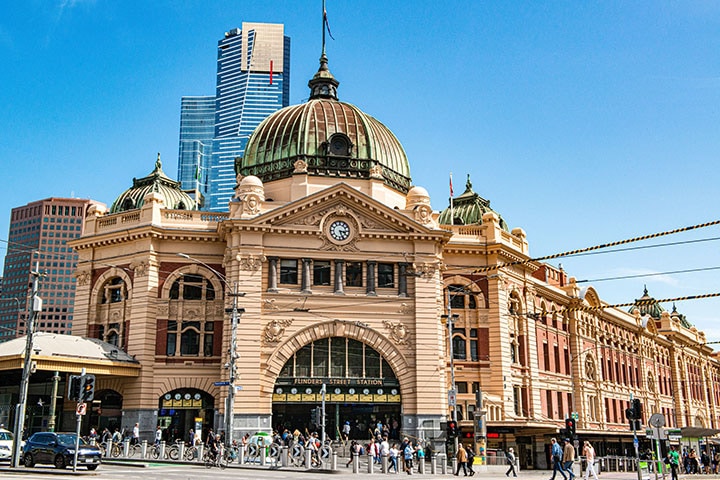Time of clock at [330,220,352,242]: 3:26
